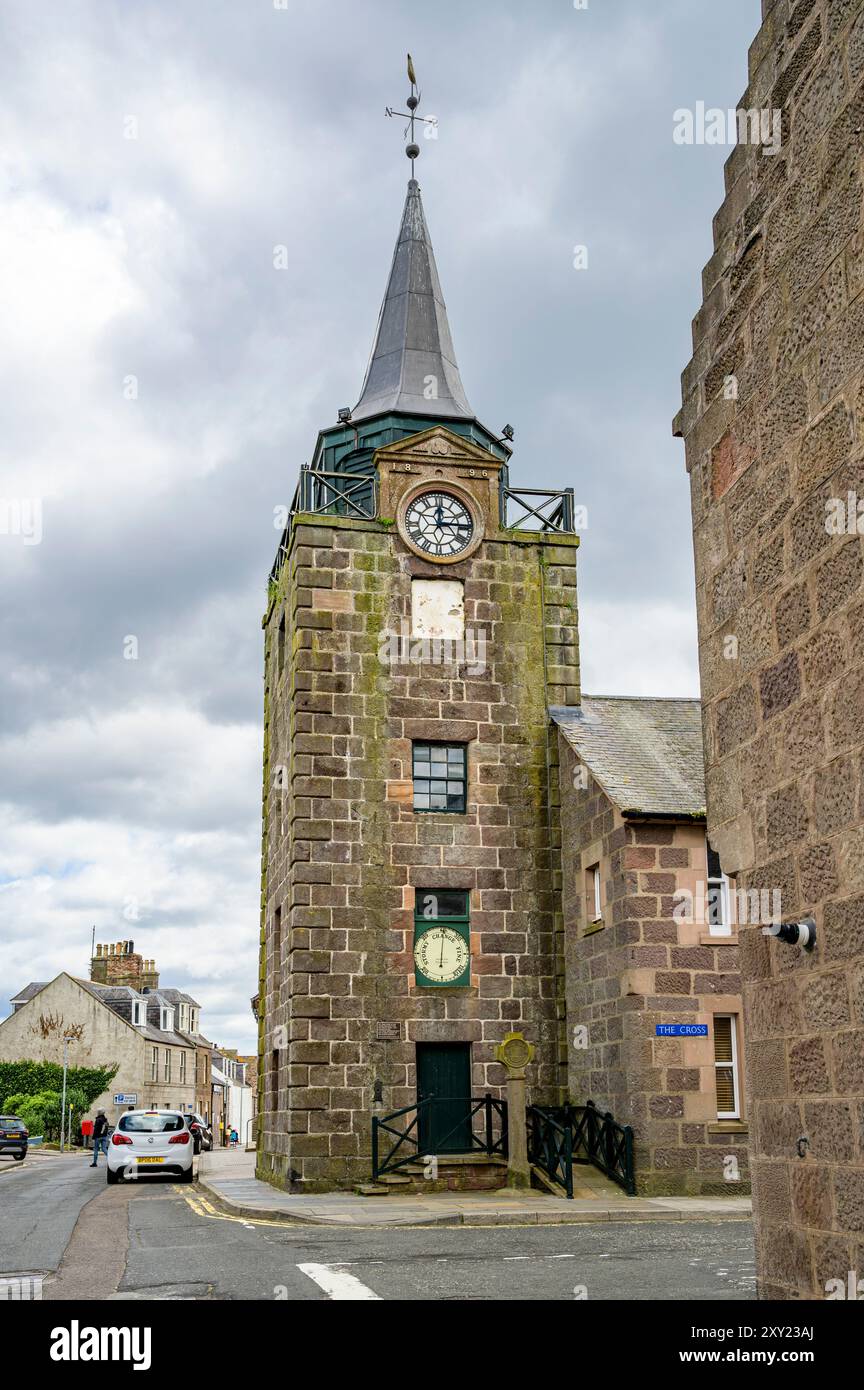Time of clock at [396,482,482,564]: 12:14
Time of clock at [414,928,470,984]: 5:59
